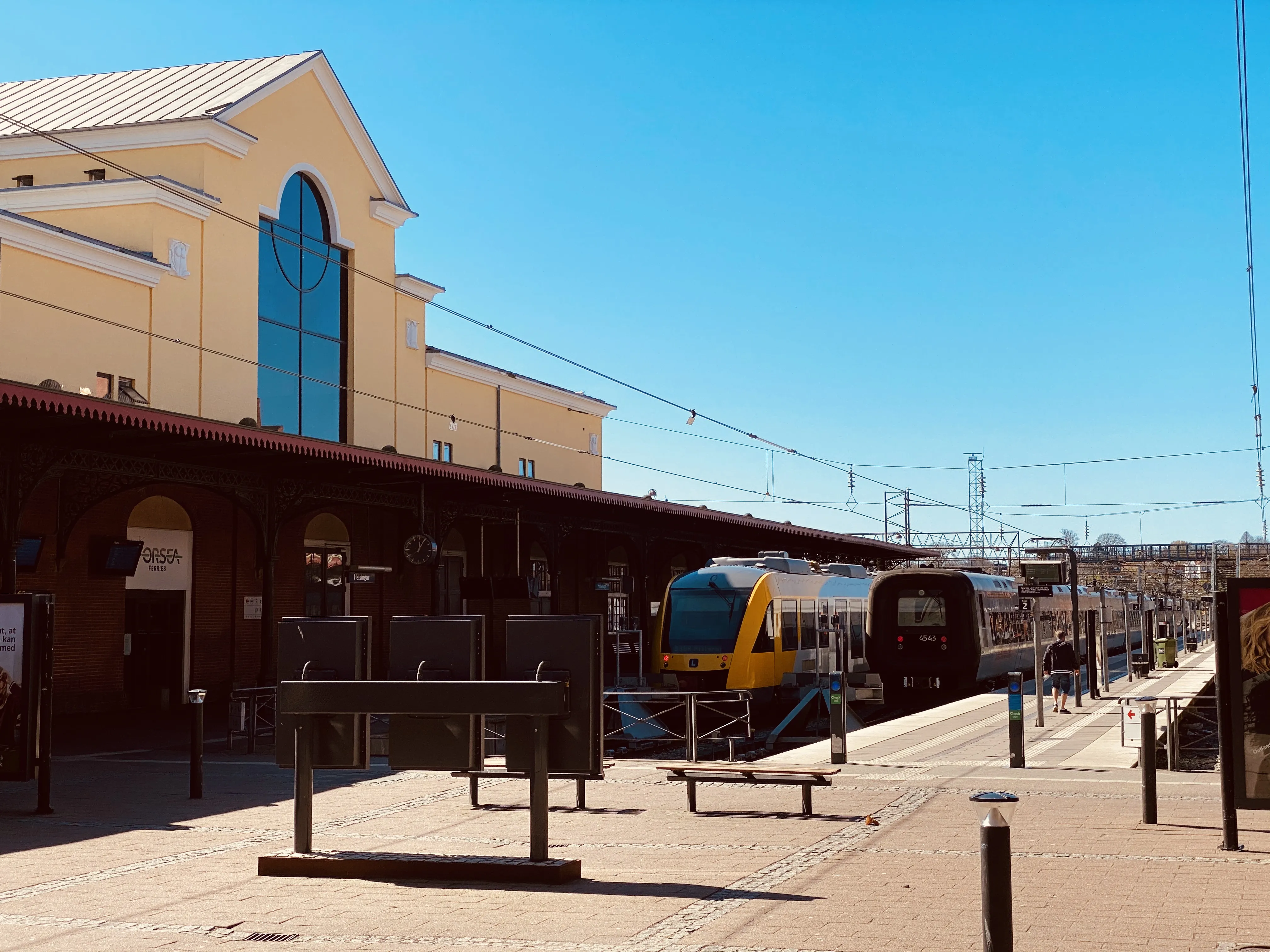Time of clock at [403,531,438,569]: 12:04
